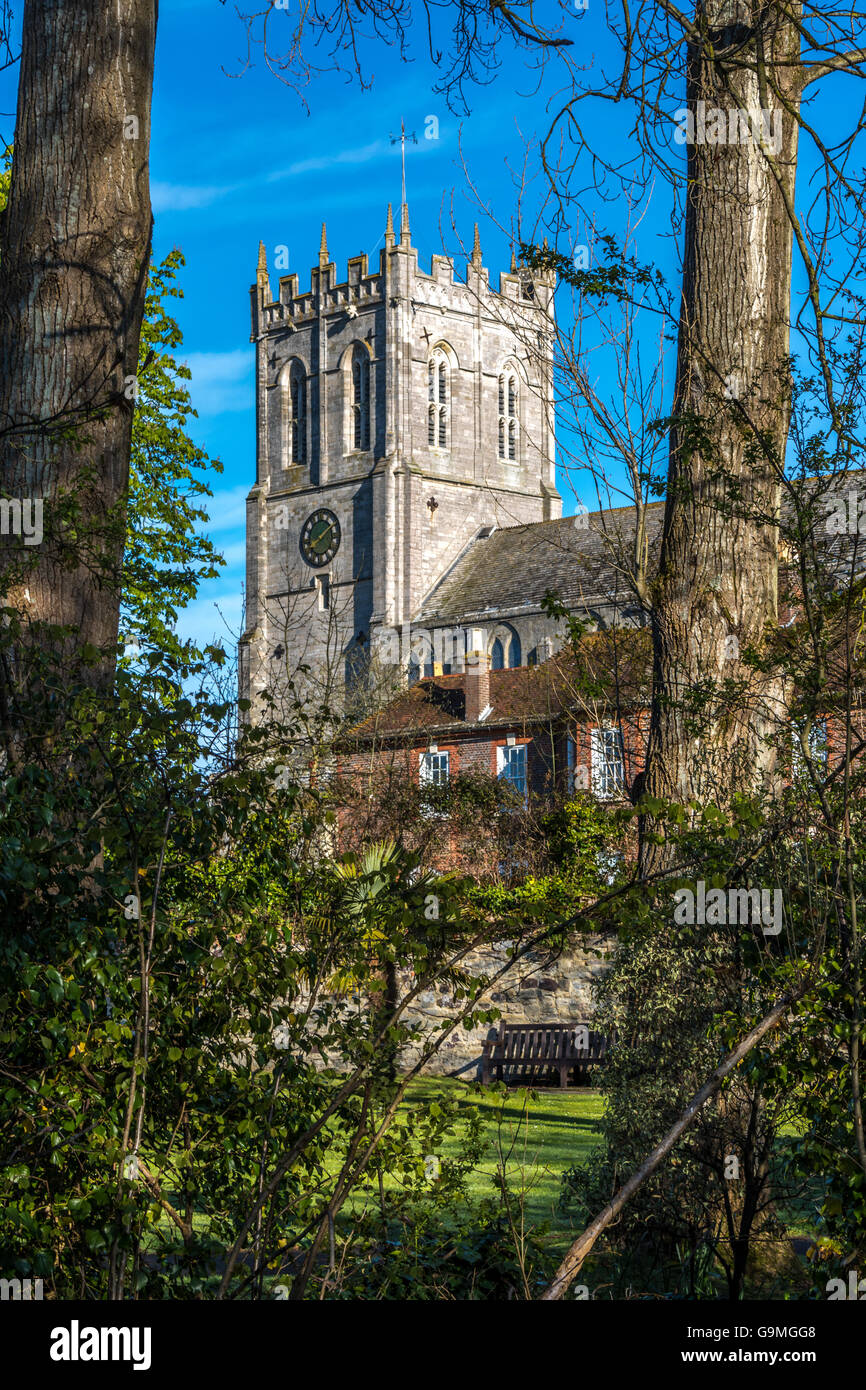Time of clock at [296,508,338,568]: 8:09
